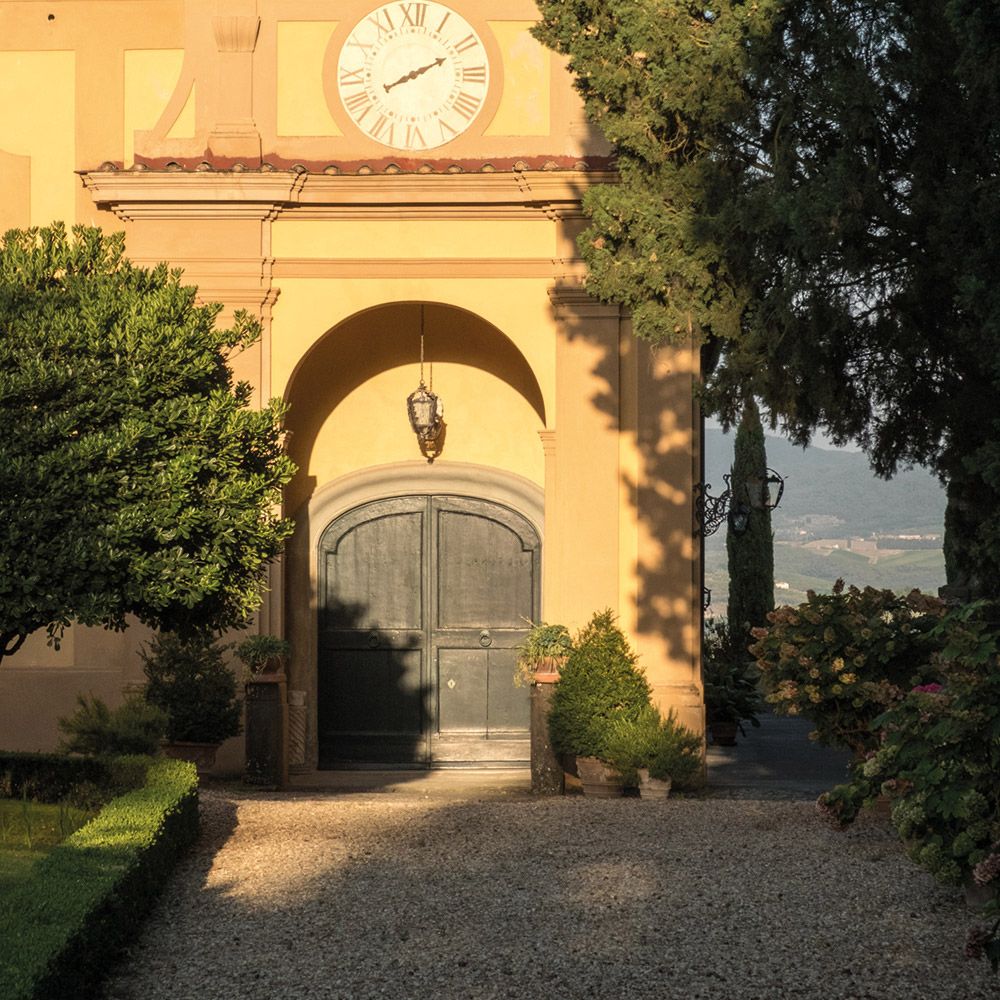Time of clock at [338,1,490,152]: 2:10
